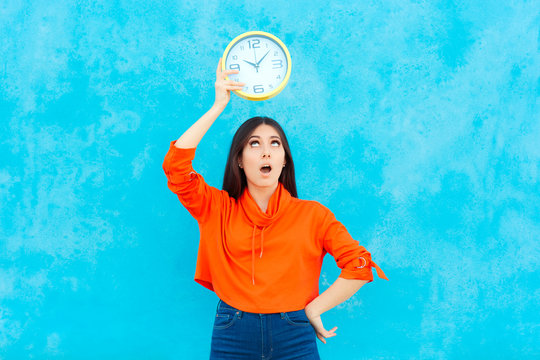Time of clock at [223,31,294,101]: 10:07
